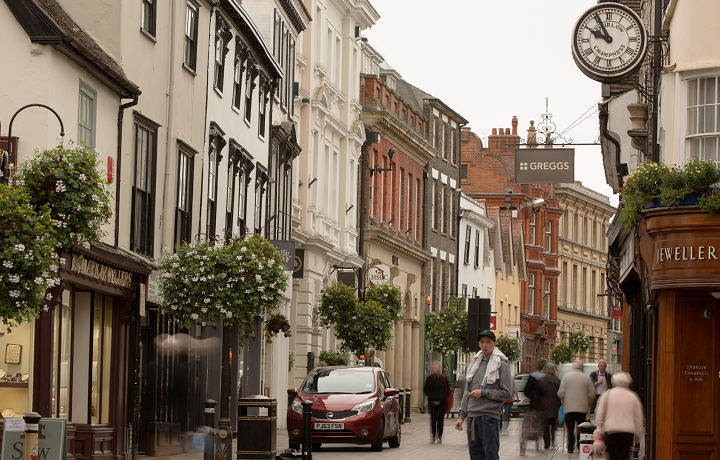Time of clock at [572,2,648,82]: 9:55
